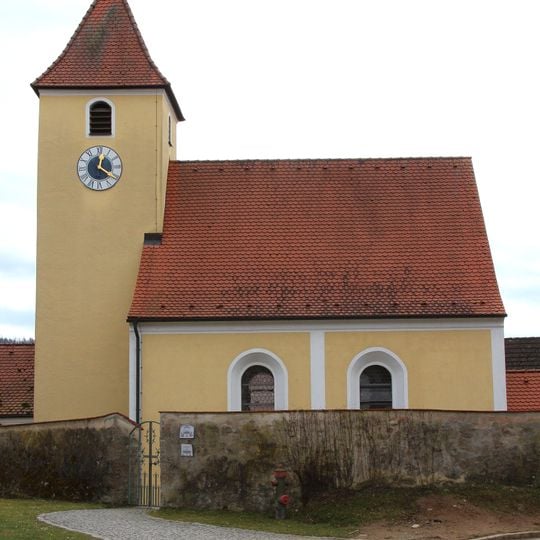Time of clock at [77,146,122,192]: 12:20
